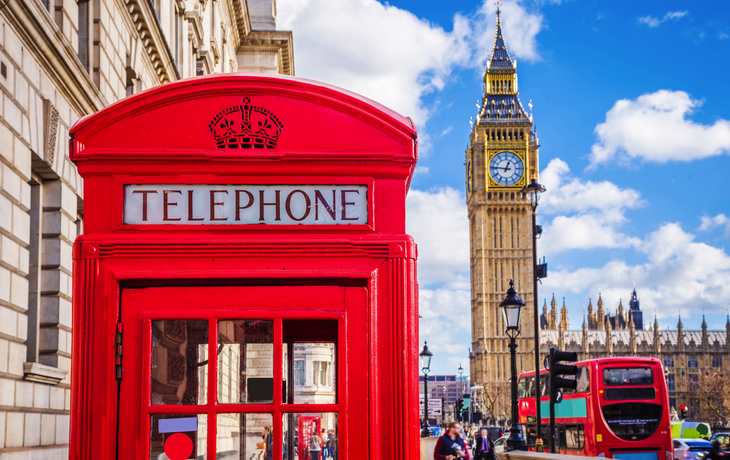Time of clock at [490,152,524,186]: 12:46
